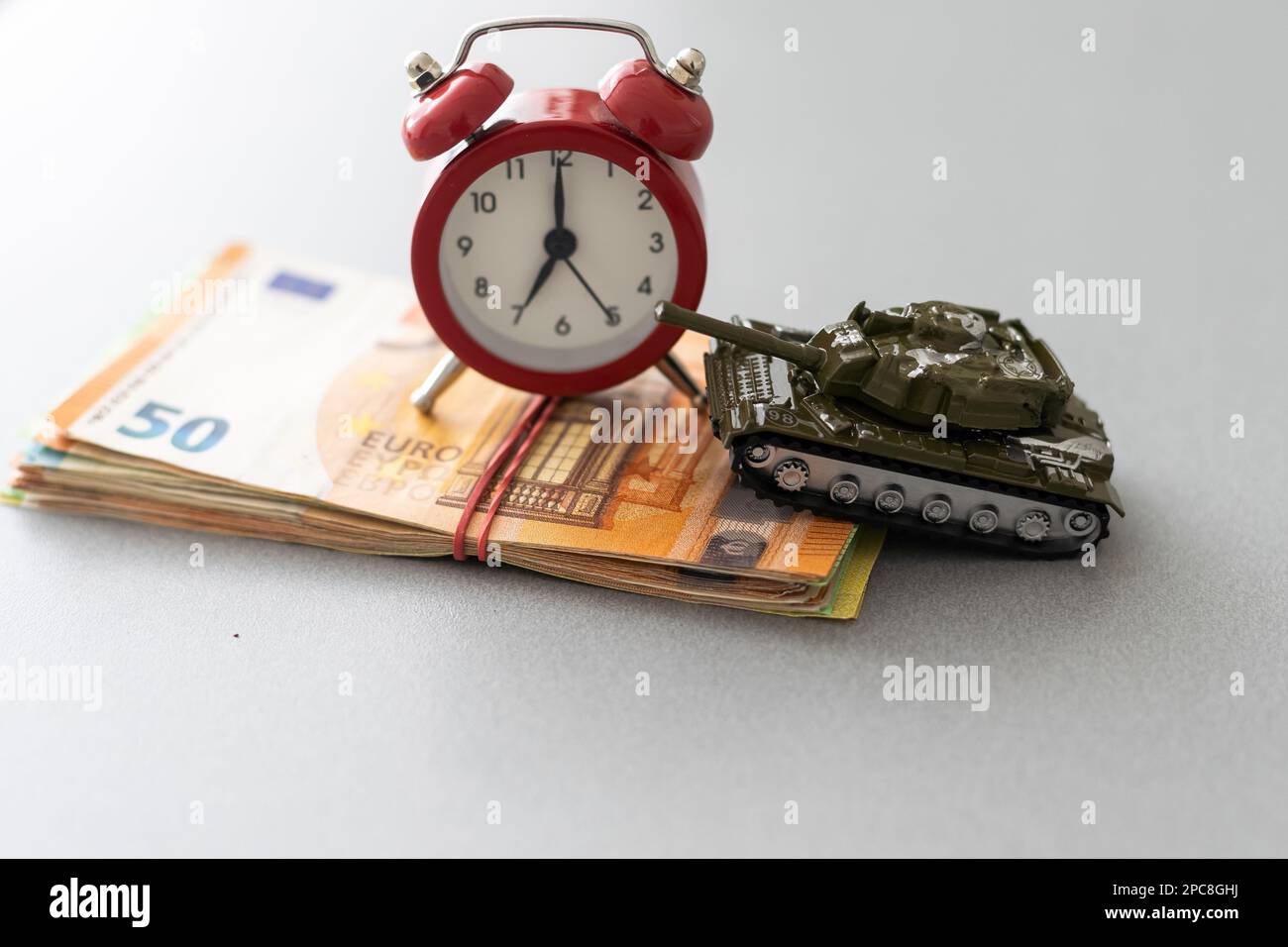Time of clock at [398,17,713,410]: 7:00
